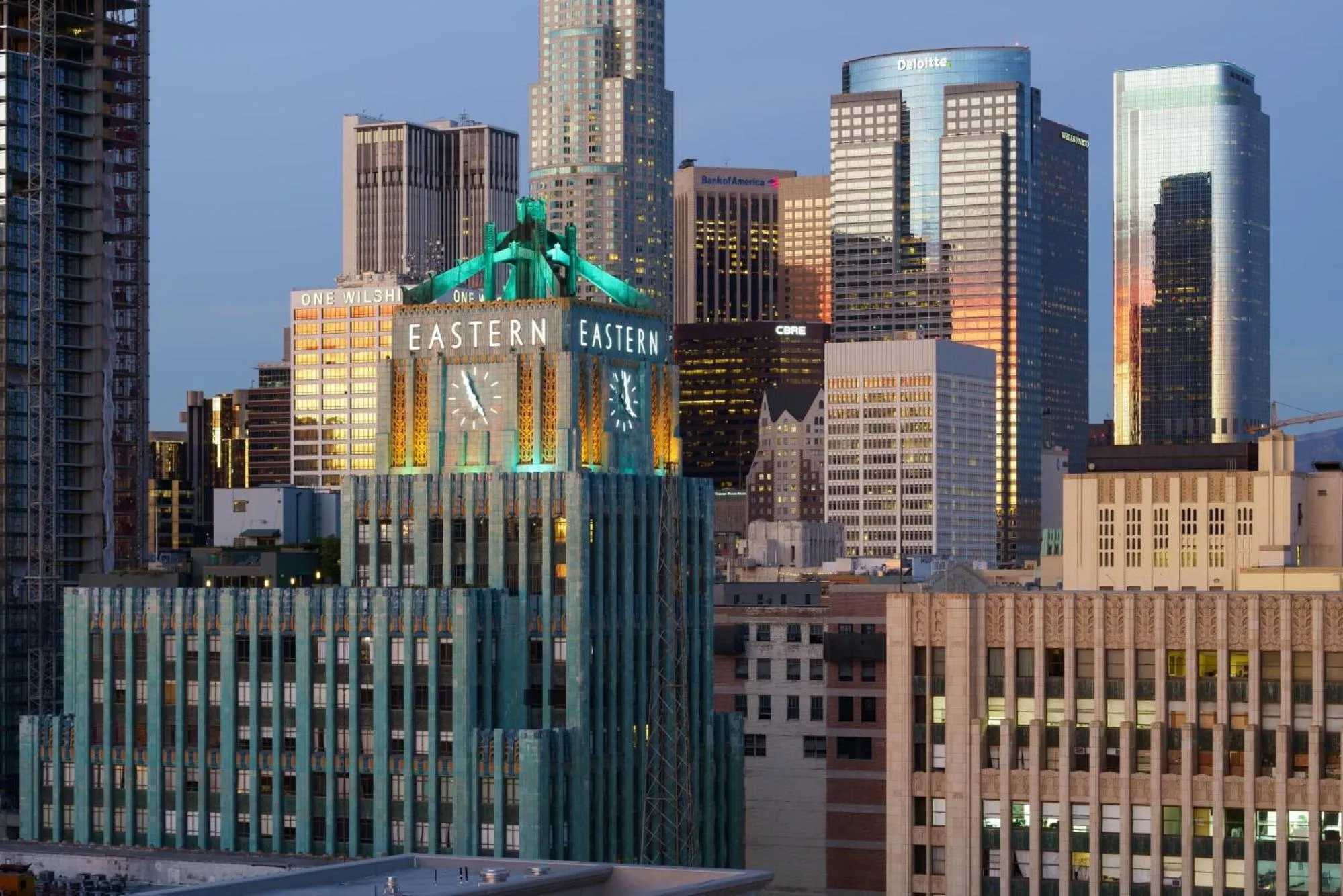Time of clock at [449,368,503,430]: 11:24
